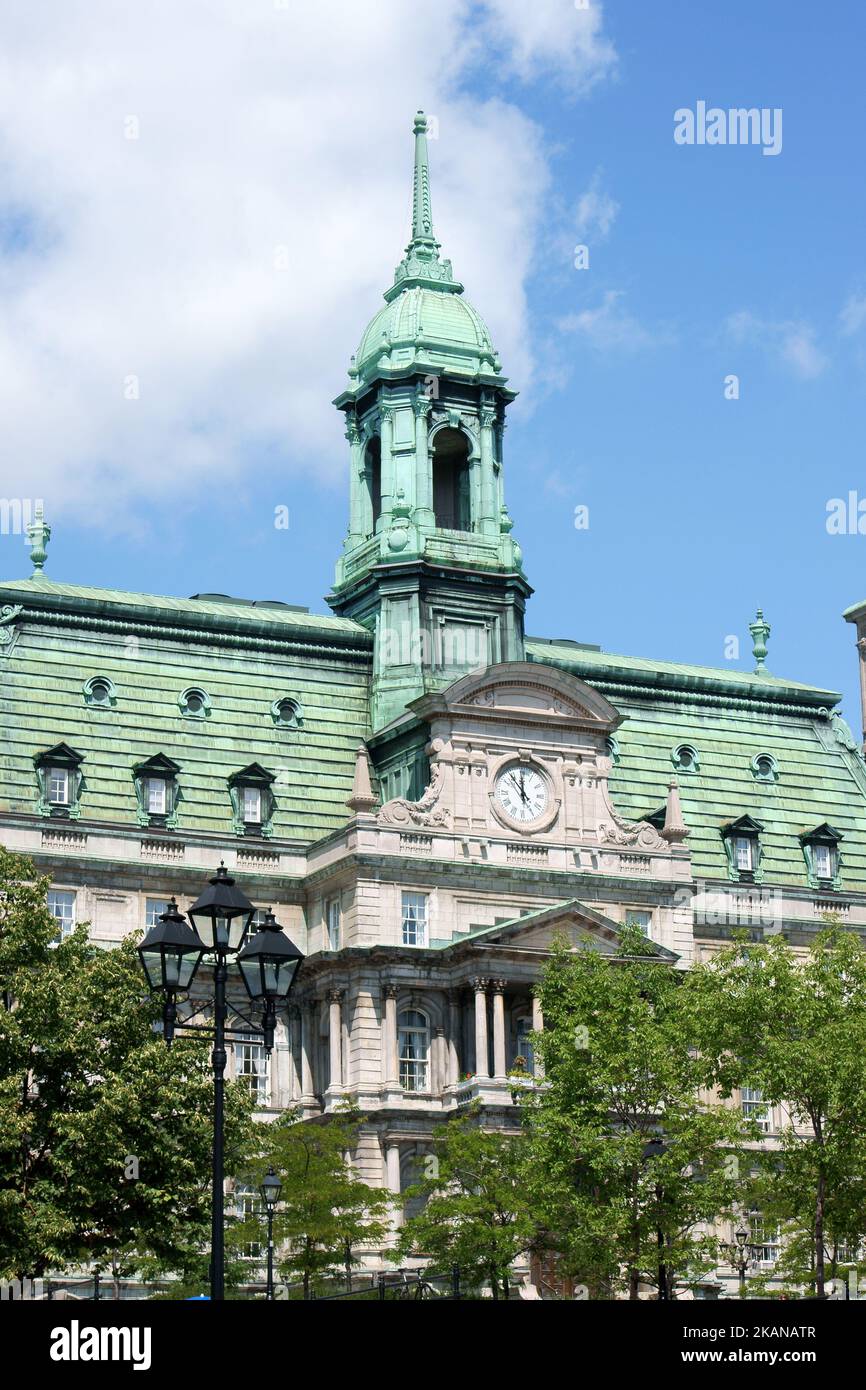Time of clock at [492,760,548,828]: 11:53
